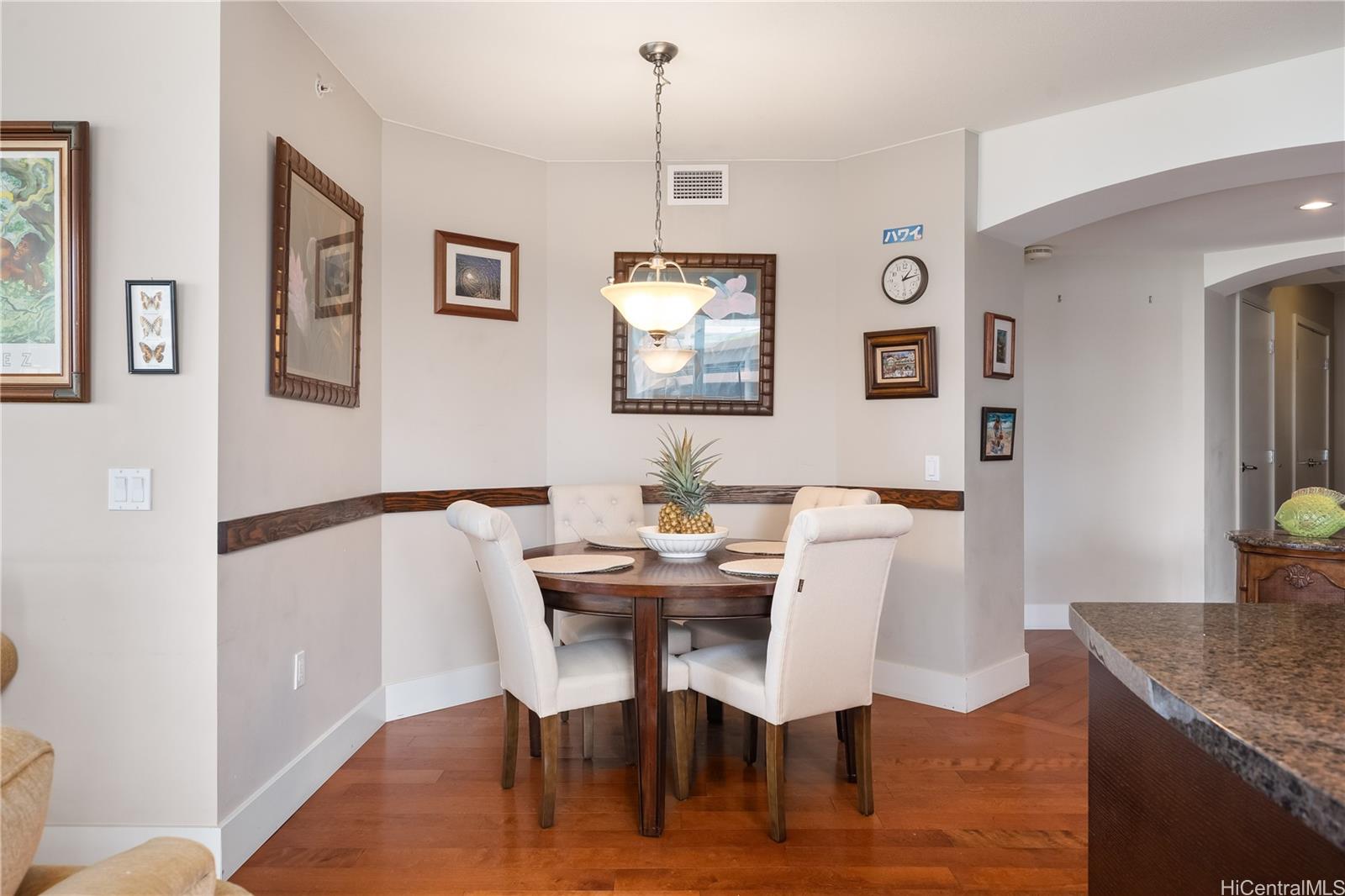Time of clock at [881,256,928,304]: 1:12
